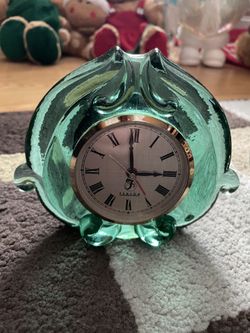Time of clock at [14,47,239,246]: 2:59
